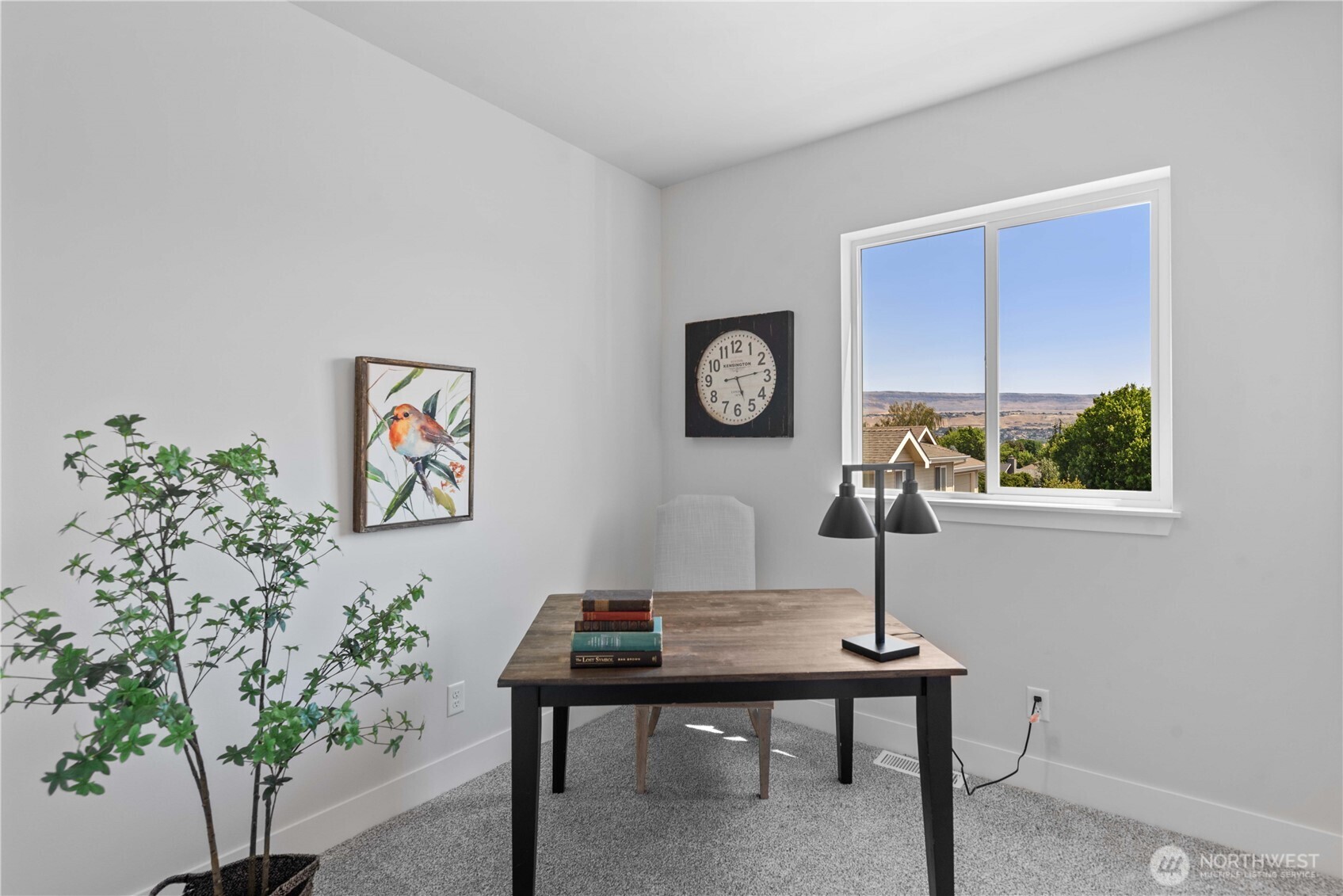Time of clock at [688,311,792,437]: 5:13
